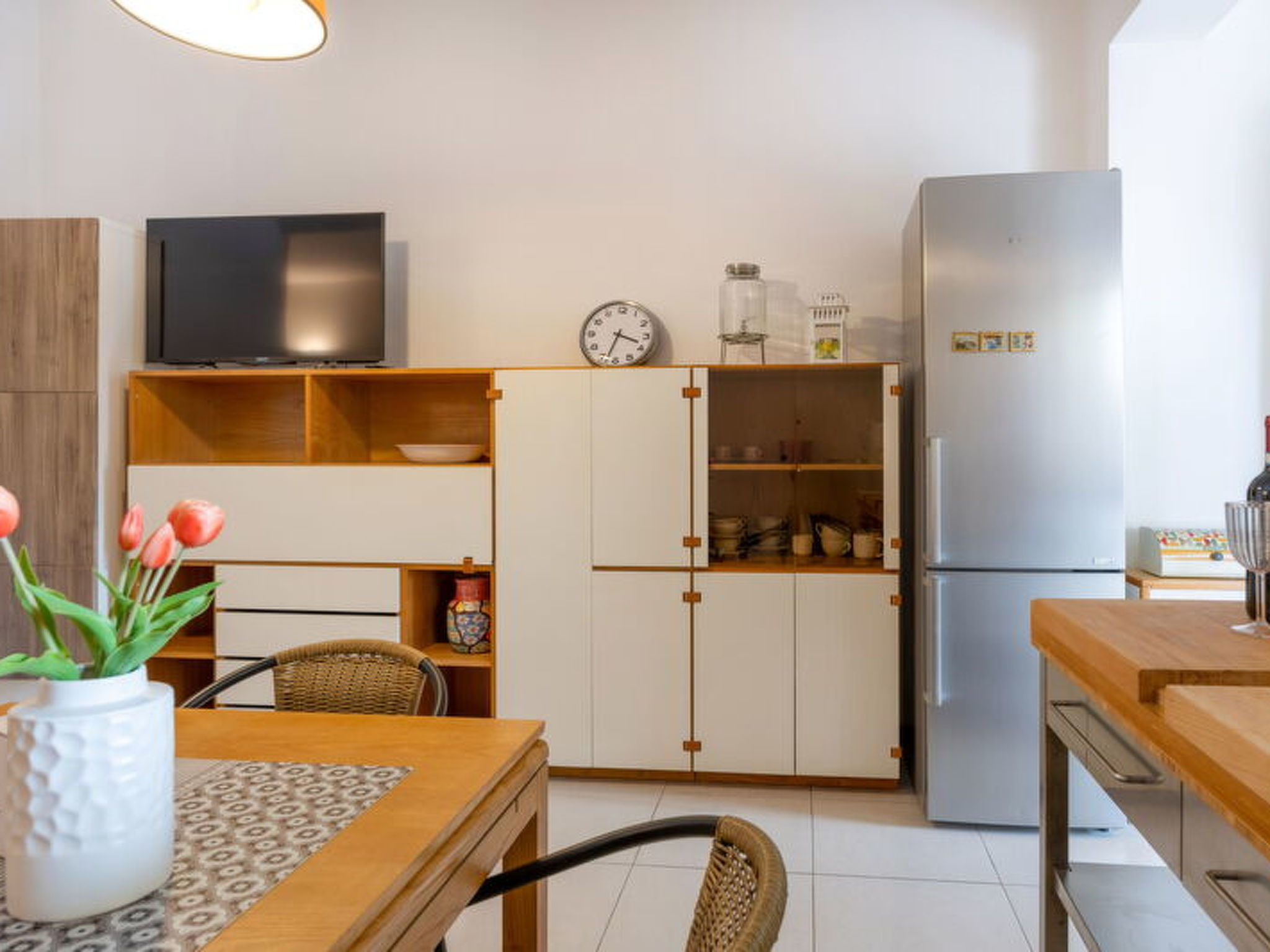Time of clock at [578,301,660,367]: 3:33
